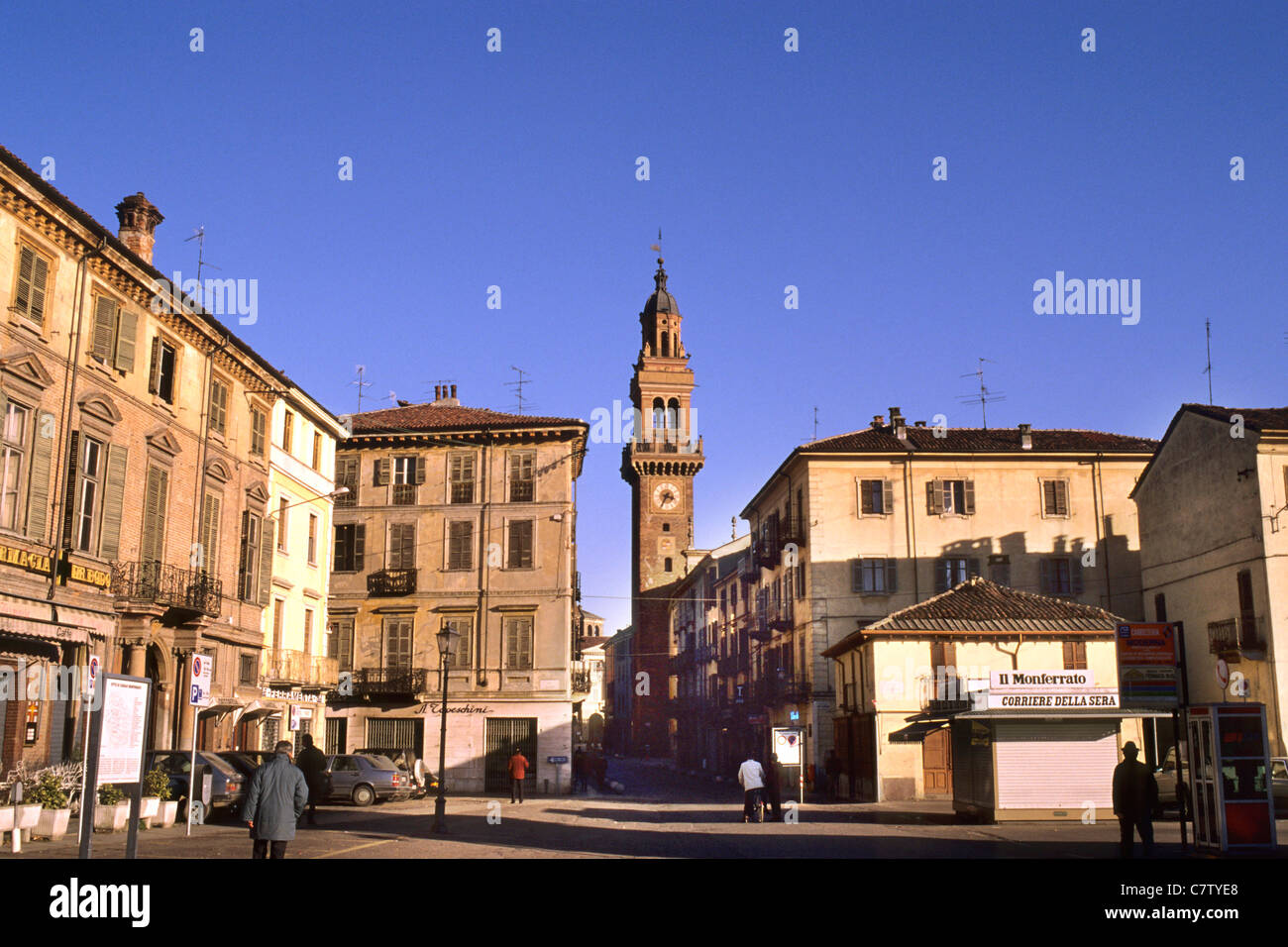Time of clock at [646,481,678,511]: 3:35
